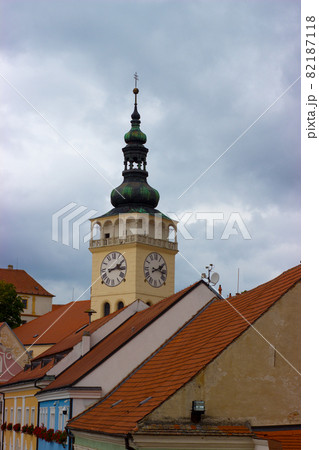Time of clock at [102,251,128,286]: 2:15
